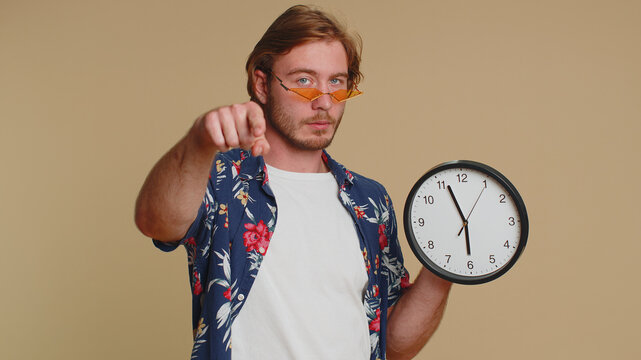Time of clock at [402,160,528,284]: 5:56
